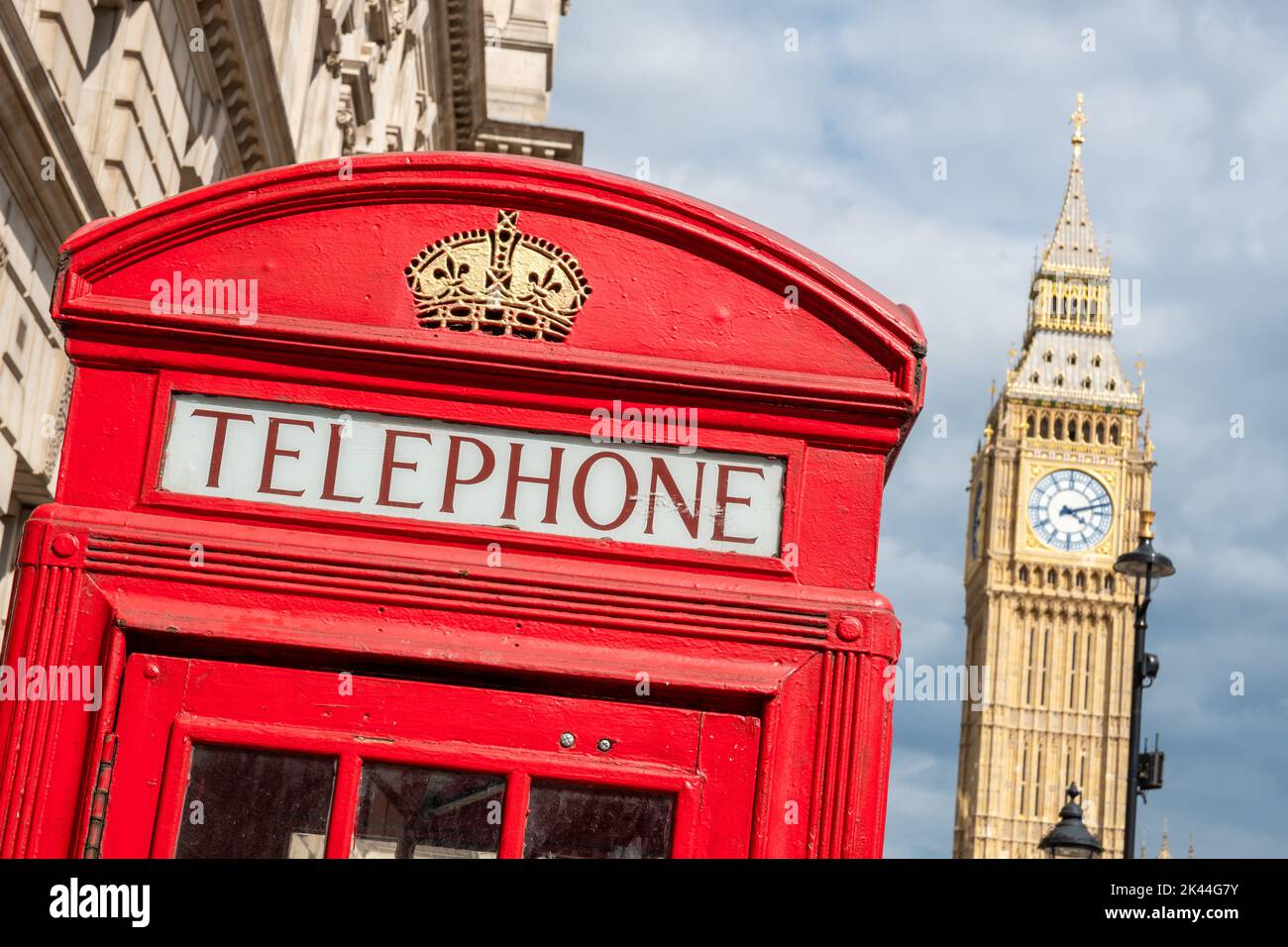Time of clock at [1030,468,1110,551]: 4:12
